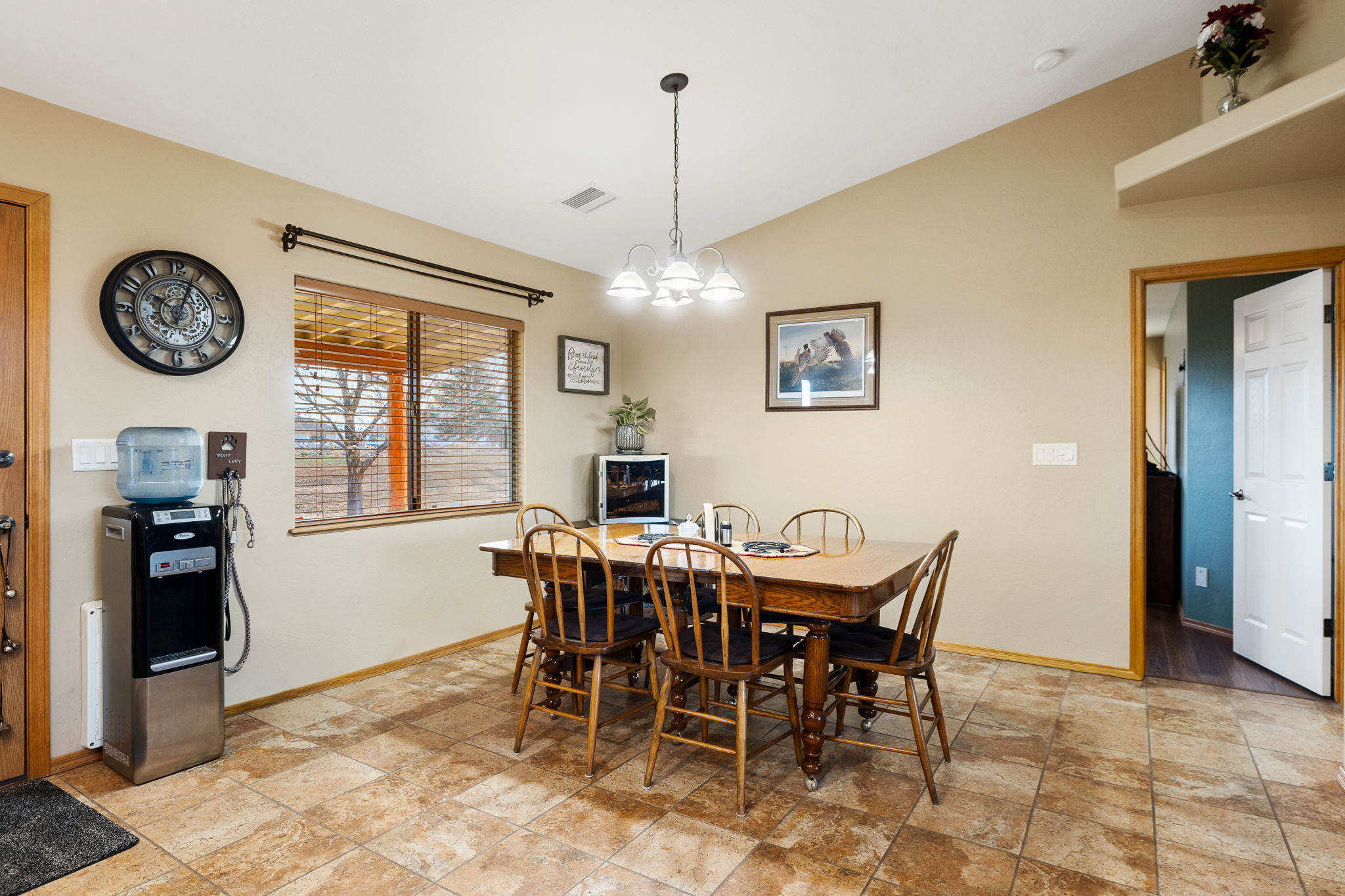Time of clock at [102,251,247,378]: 10:03
